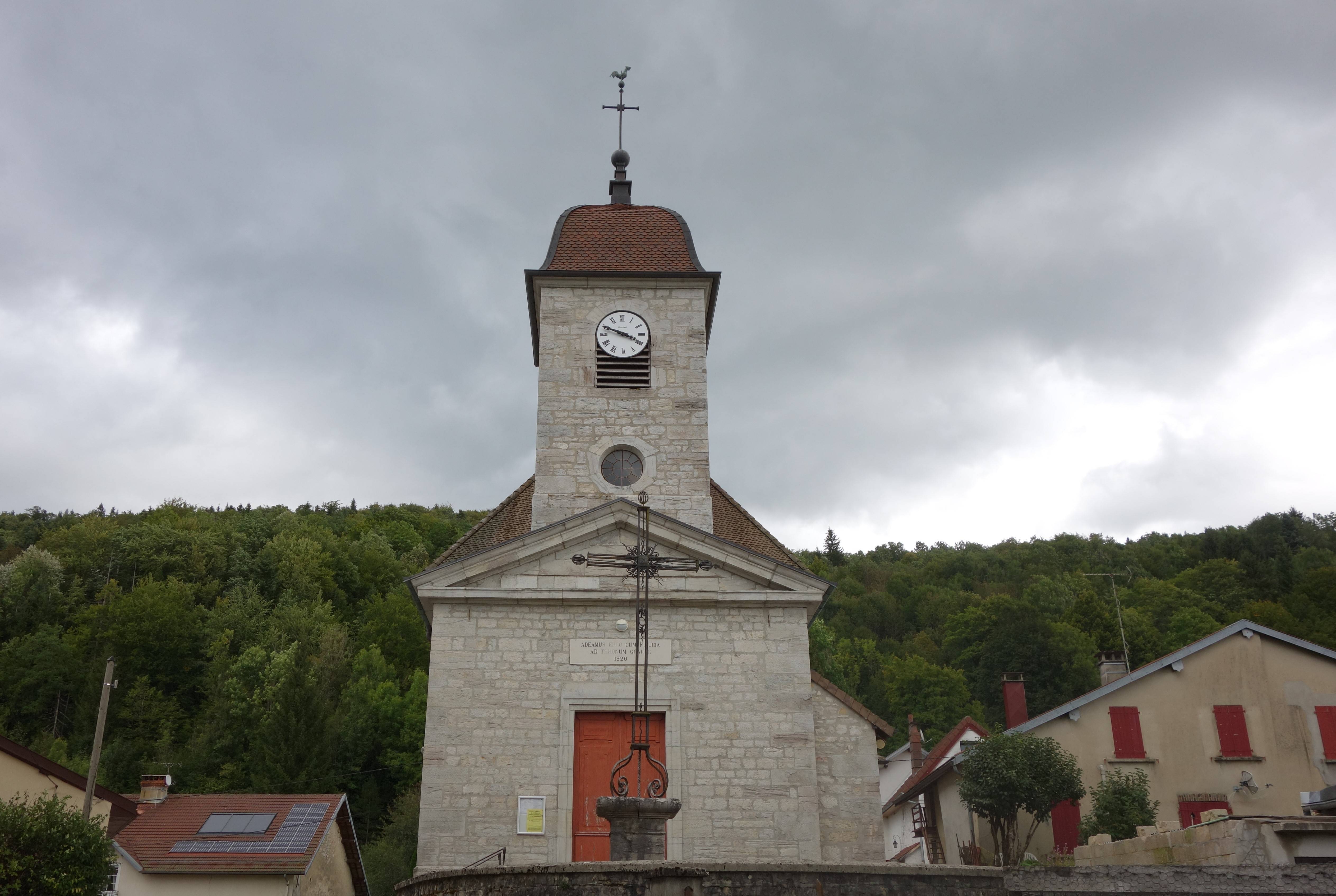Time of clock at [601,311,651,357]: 3:48
